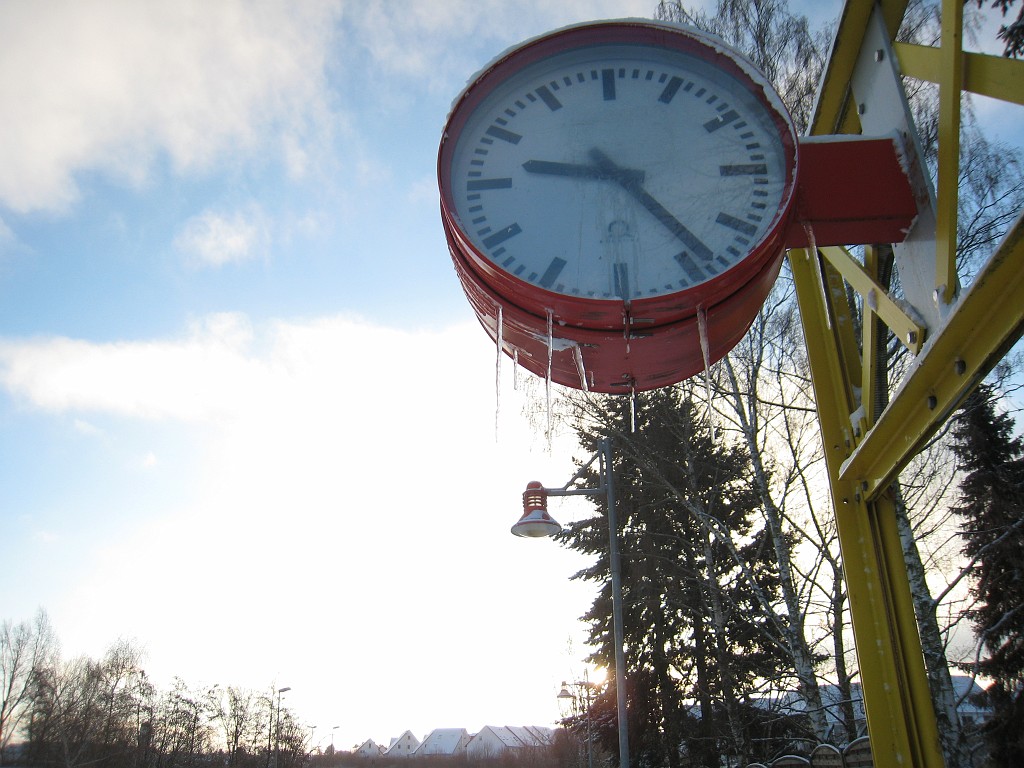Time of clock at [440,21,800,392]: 9:23
